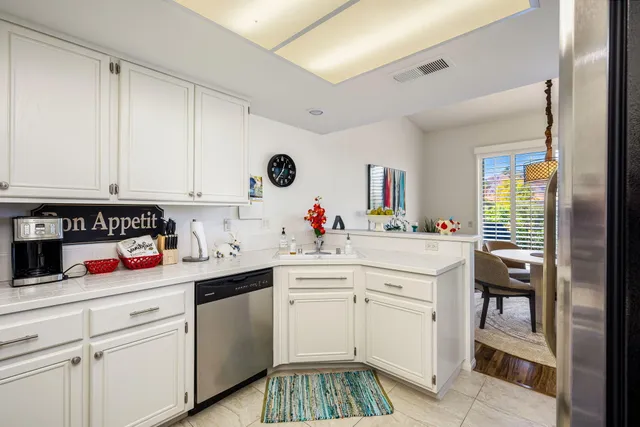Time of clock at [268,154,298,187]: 12:36
